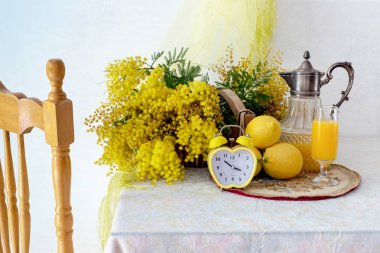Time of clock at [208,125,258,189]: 10:18
